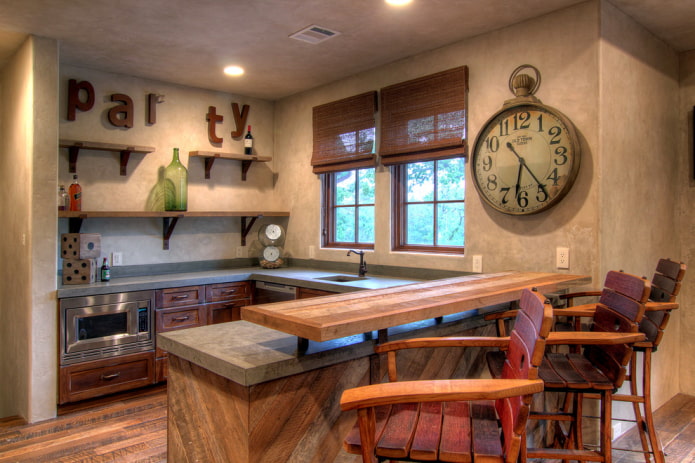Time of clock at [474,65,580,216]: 6:23
